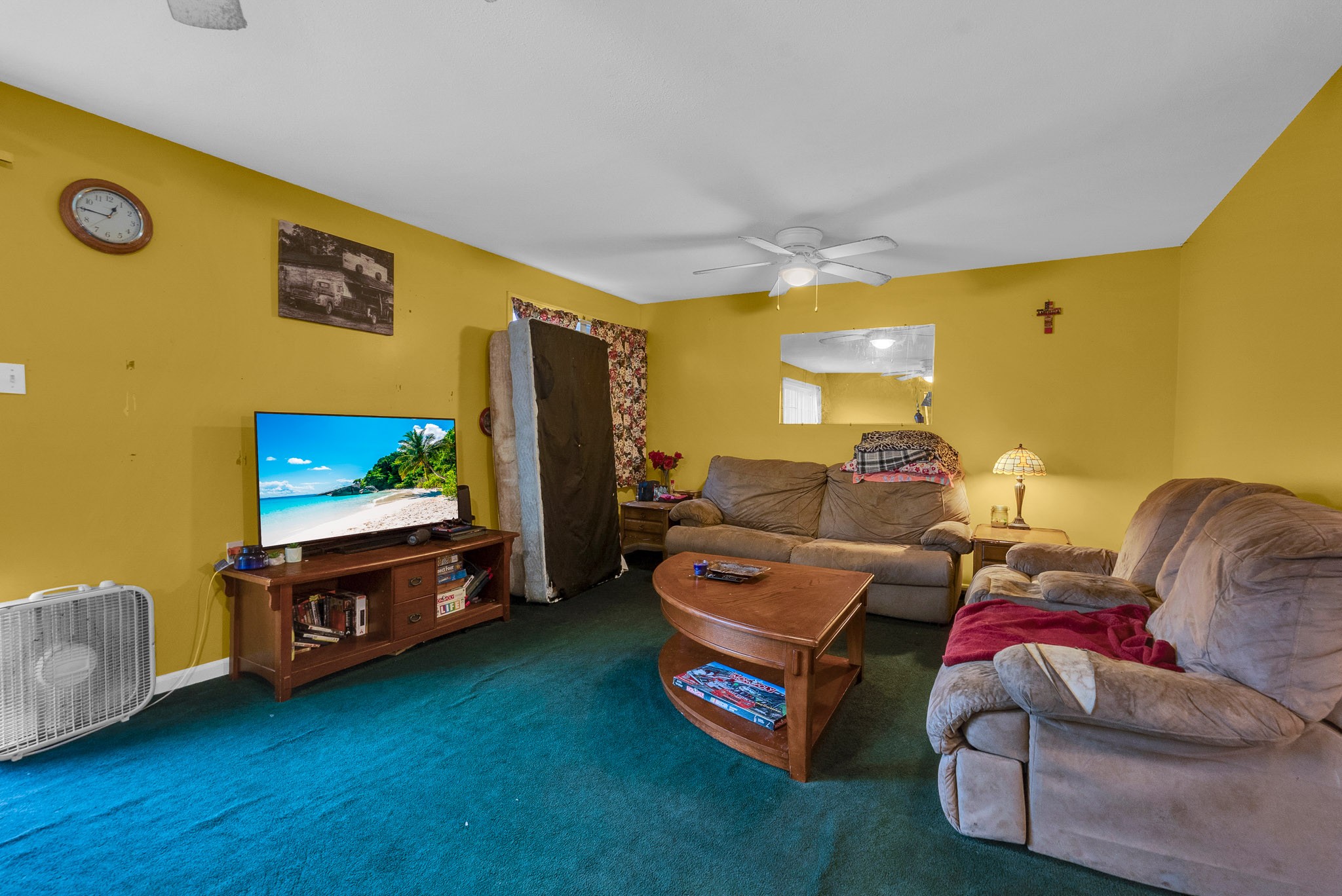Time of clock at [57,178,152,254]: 12:45
